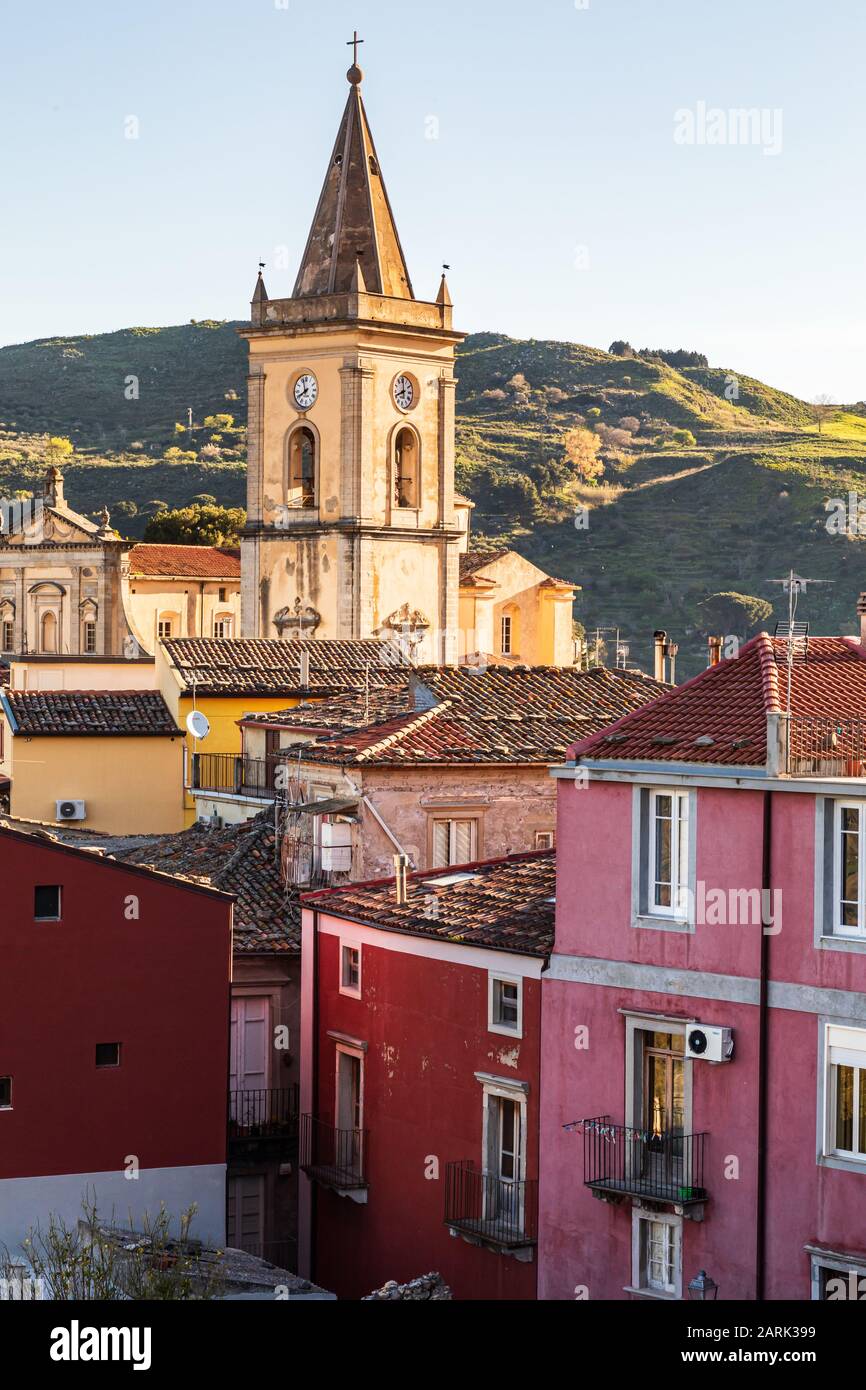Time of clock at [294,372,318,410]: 7:57
